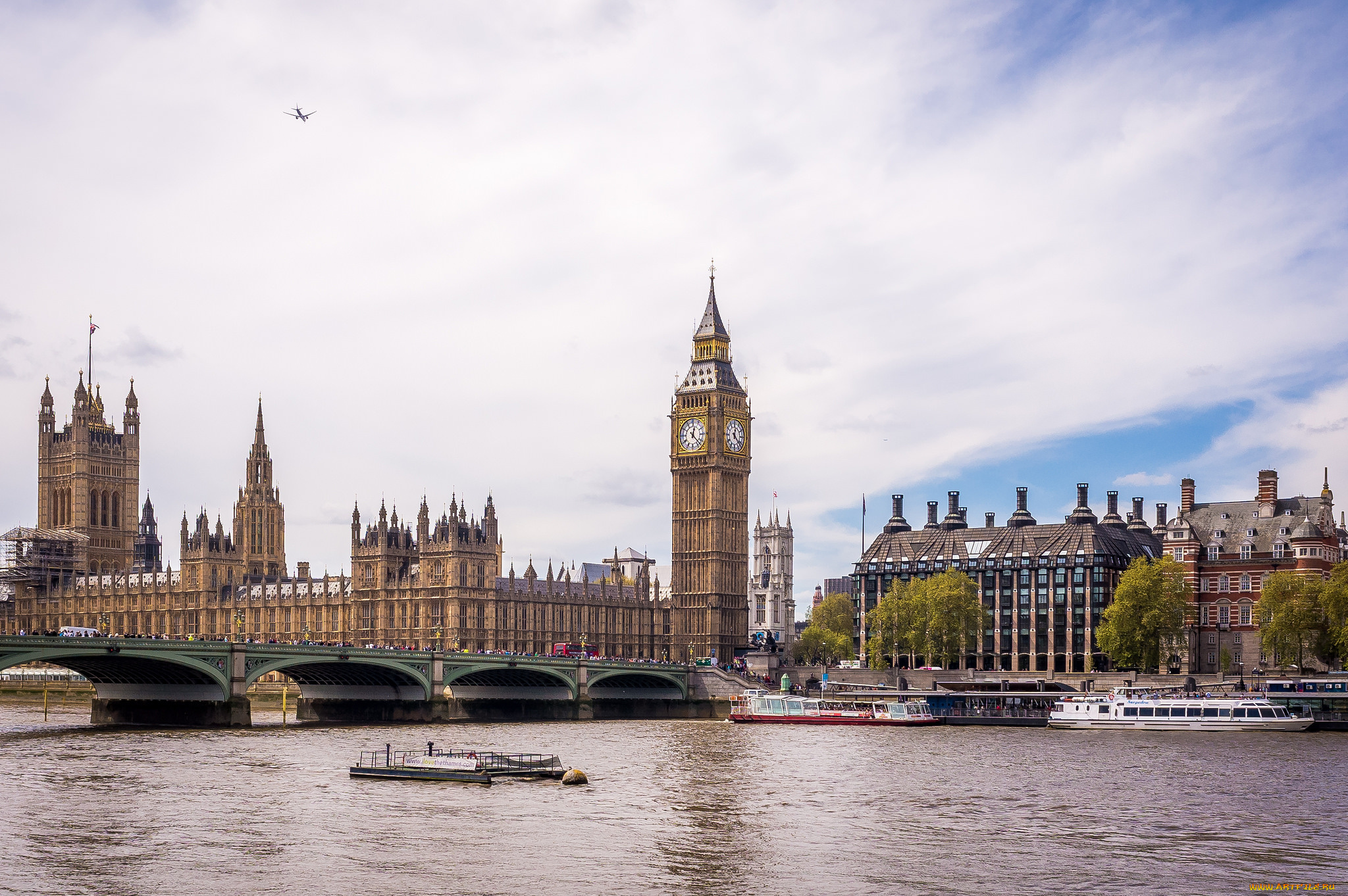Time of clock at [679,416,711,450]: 12:22
